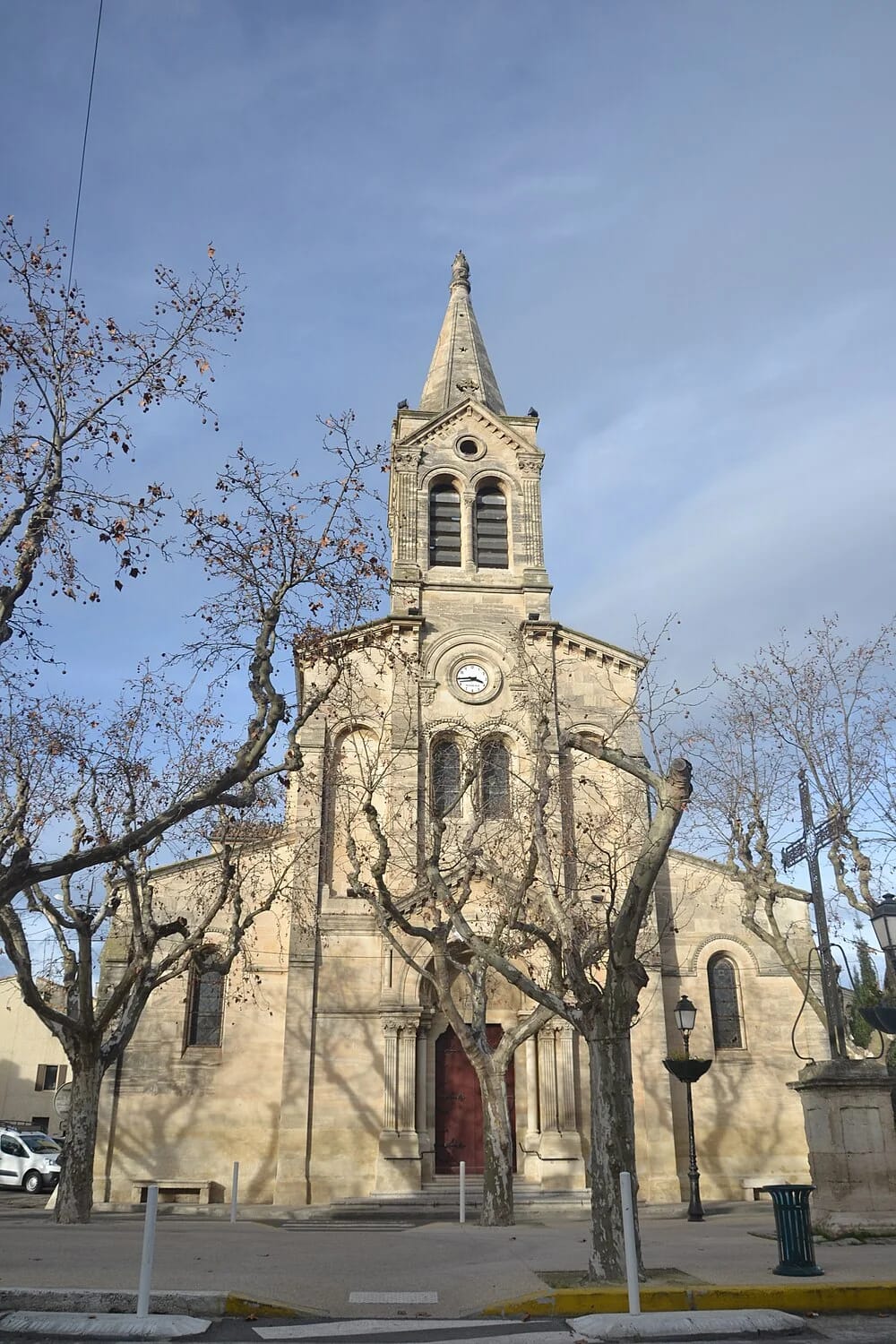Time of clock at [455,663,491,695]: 3:44
